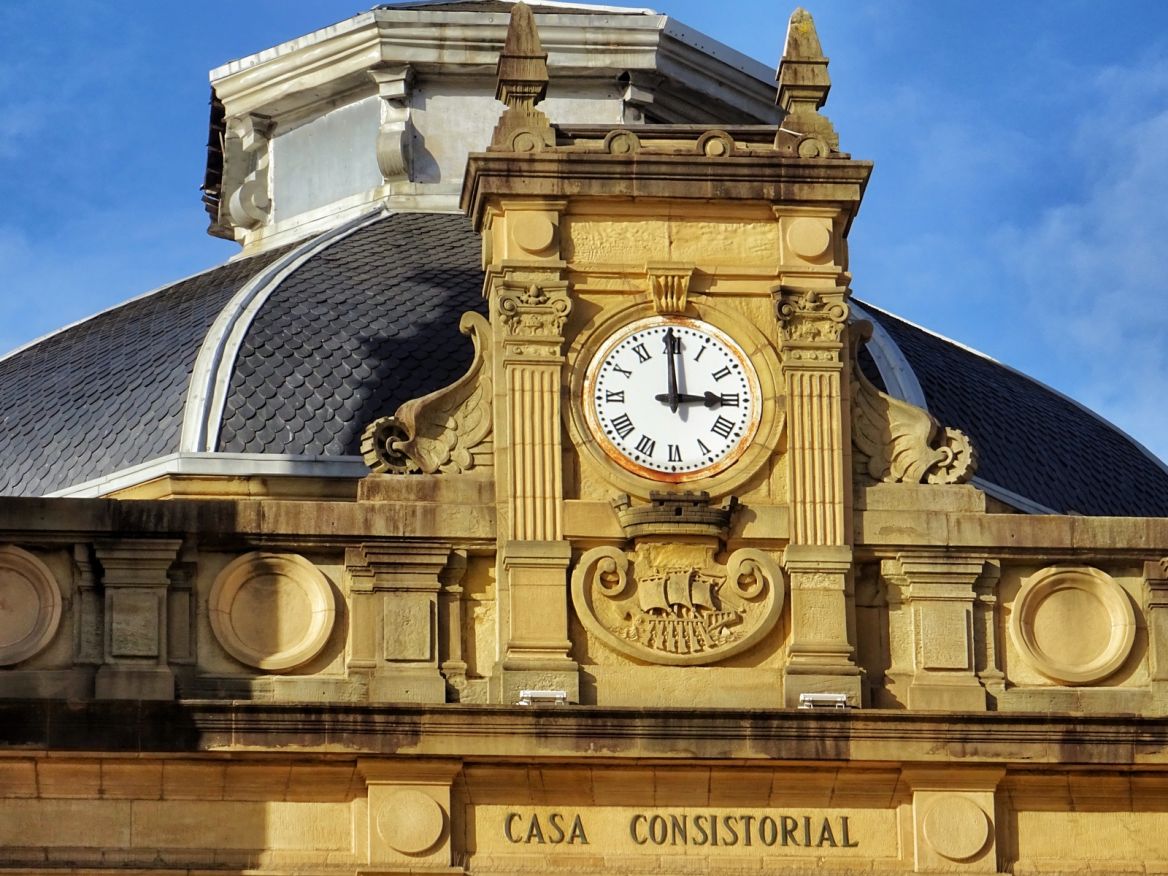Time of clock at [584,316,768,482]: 2:59
